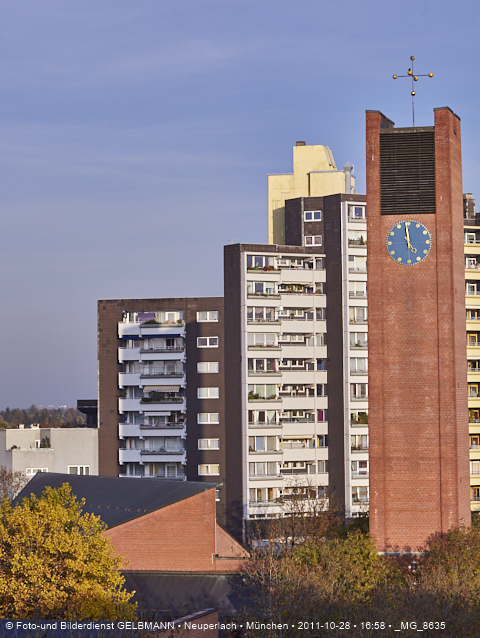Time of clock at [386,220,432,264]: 4:58
